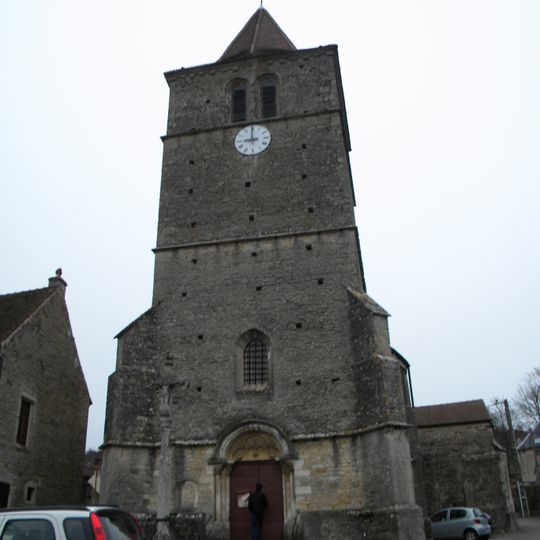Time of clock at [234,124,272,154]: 8:59
